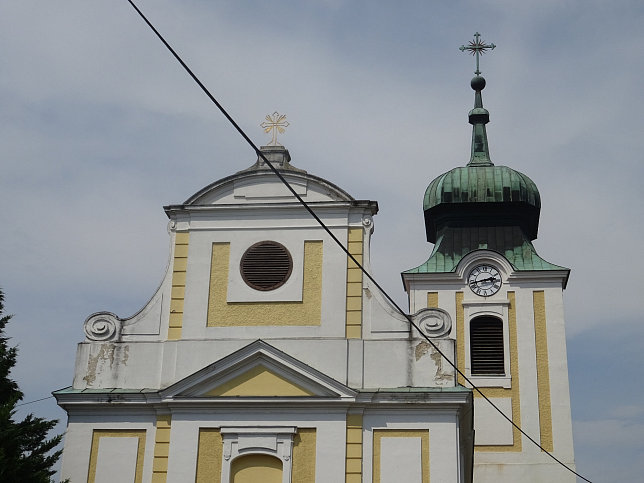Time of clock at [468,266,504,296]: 2:42
